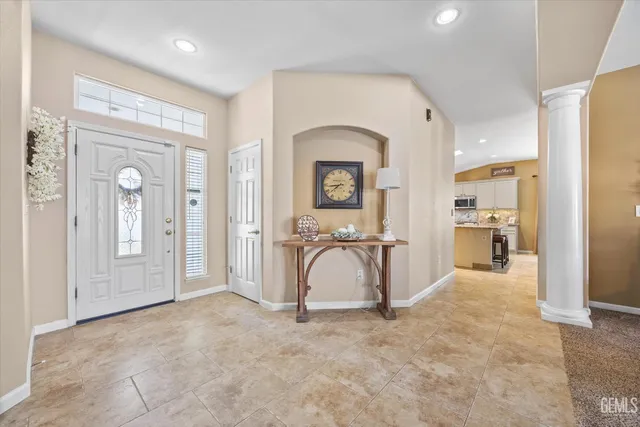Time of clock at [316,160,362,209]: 7:43
